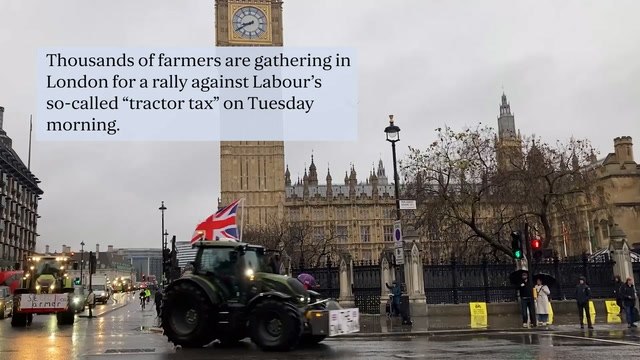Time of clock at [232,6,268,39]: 8:40
